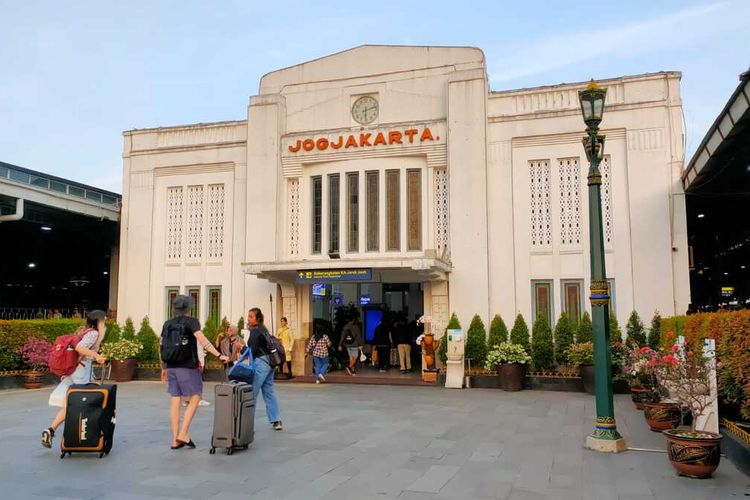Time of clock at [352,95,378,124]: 6:12
